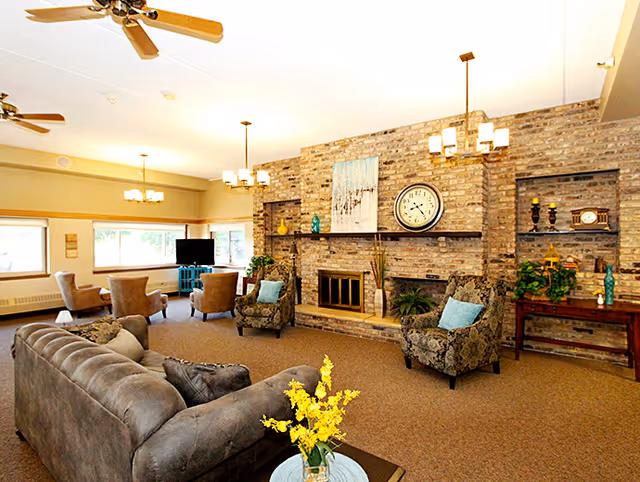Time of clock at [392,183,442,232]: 8:23
